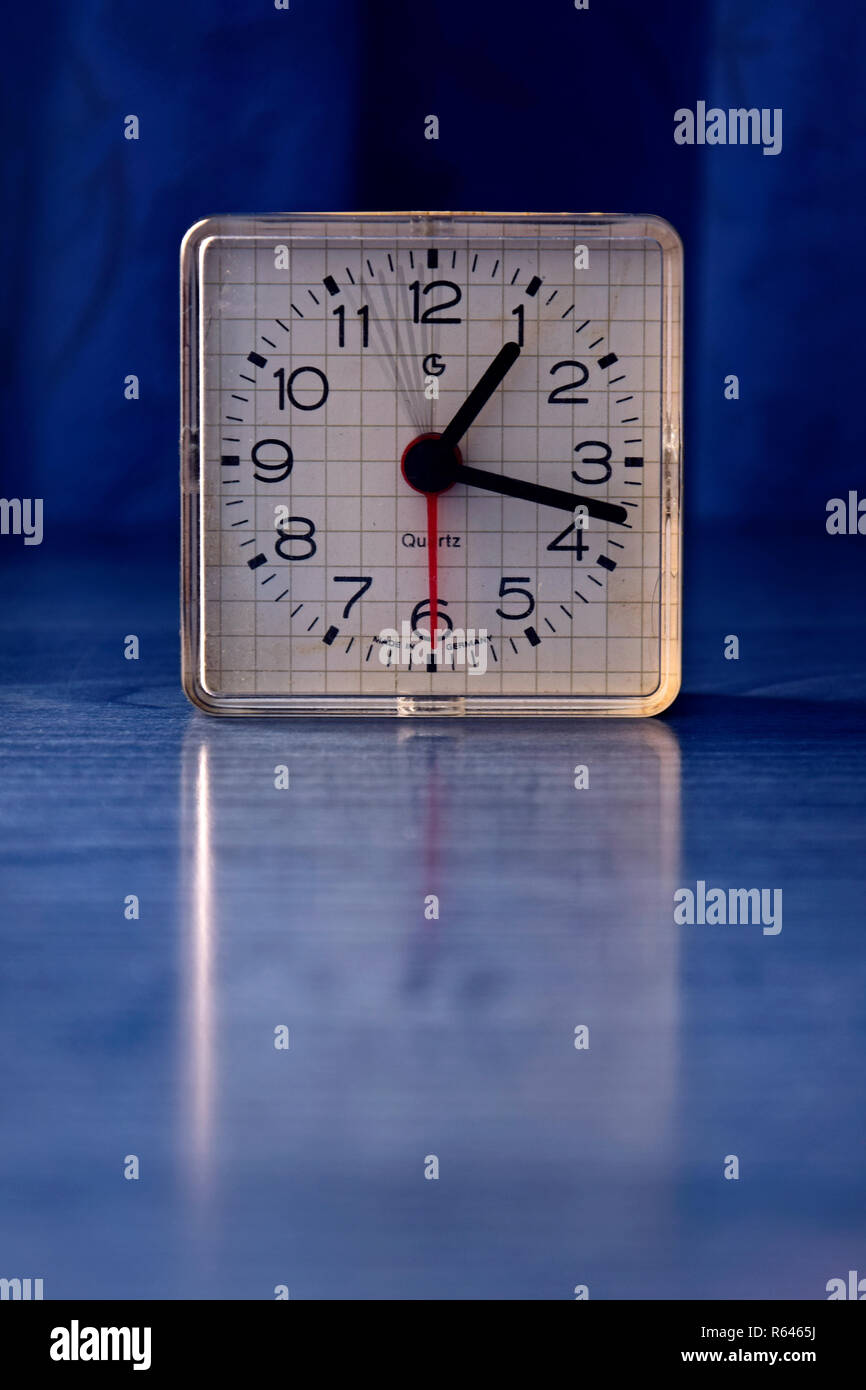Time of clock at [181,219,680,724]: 1:17
